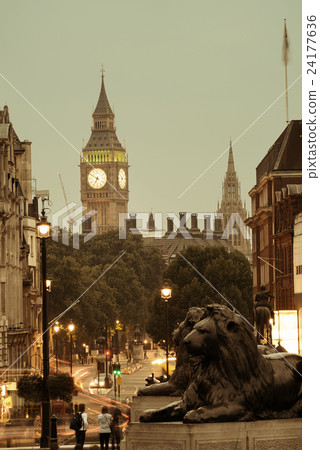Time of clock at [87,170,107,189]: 6:50
